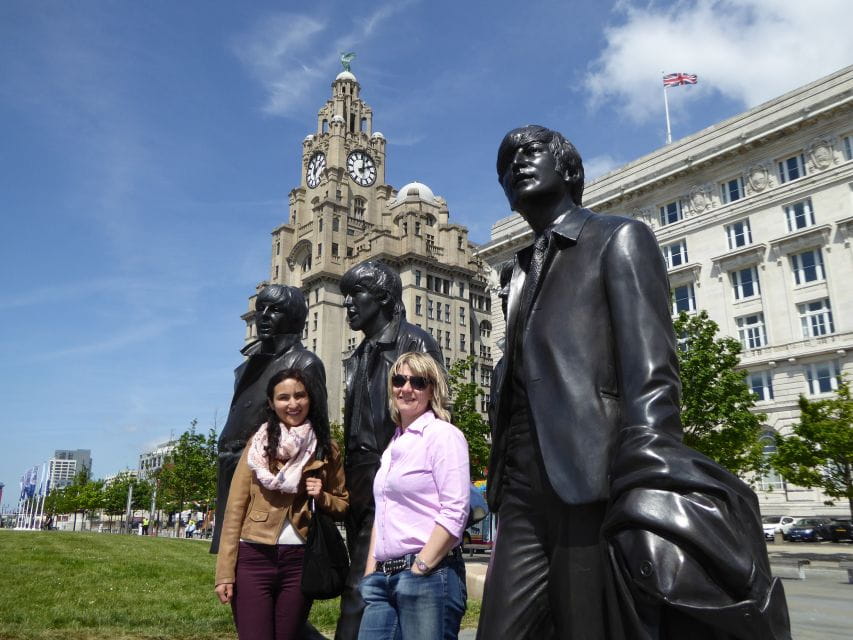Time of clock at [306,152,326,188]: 12:07
